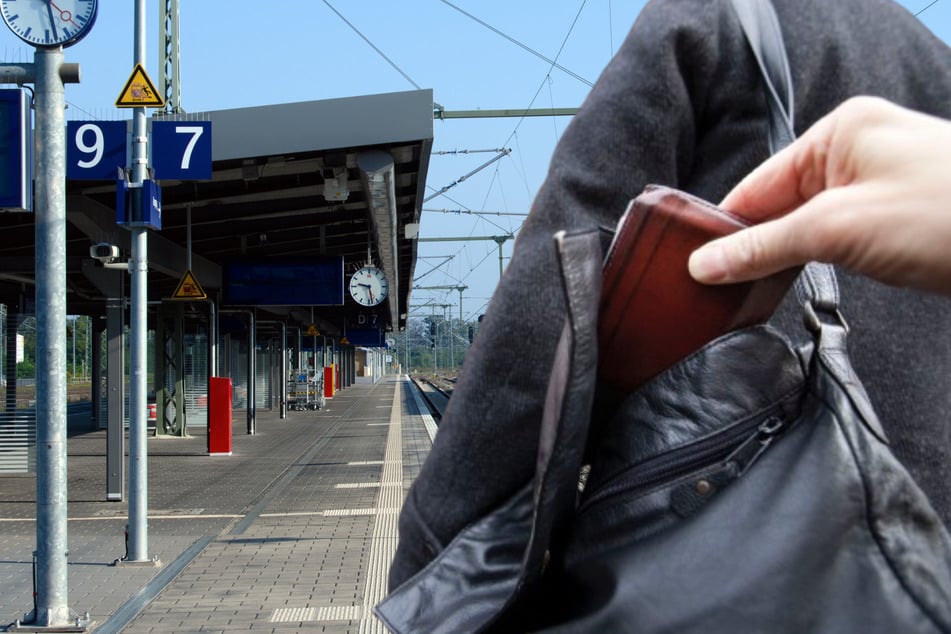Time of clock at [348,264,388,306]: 9:28
